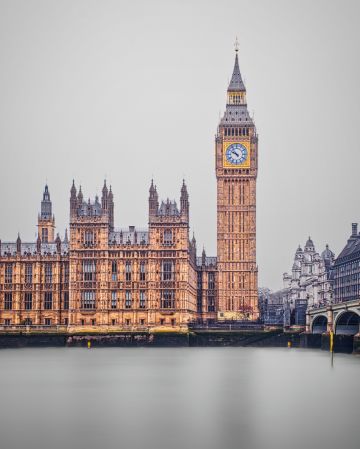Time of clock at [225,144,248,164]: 9:53
